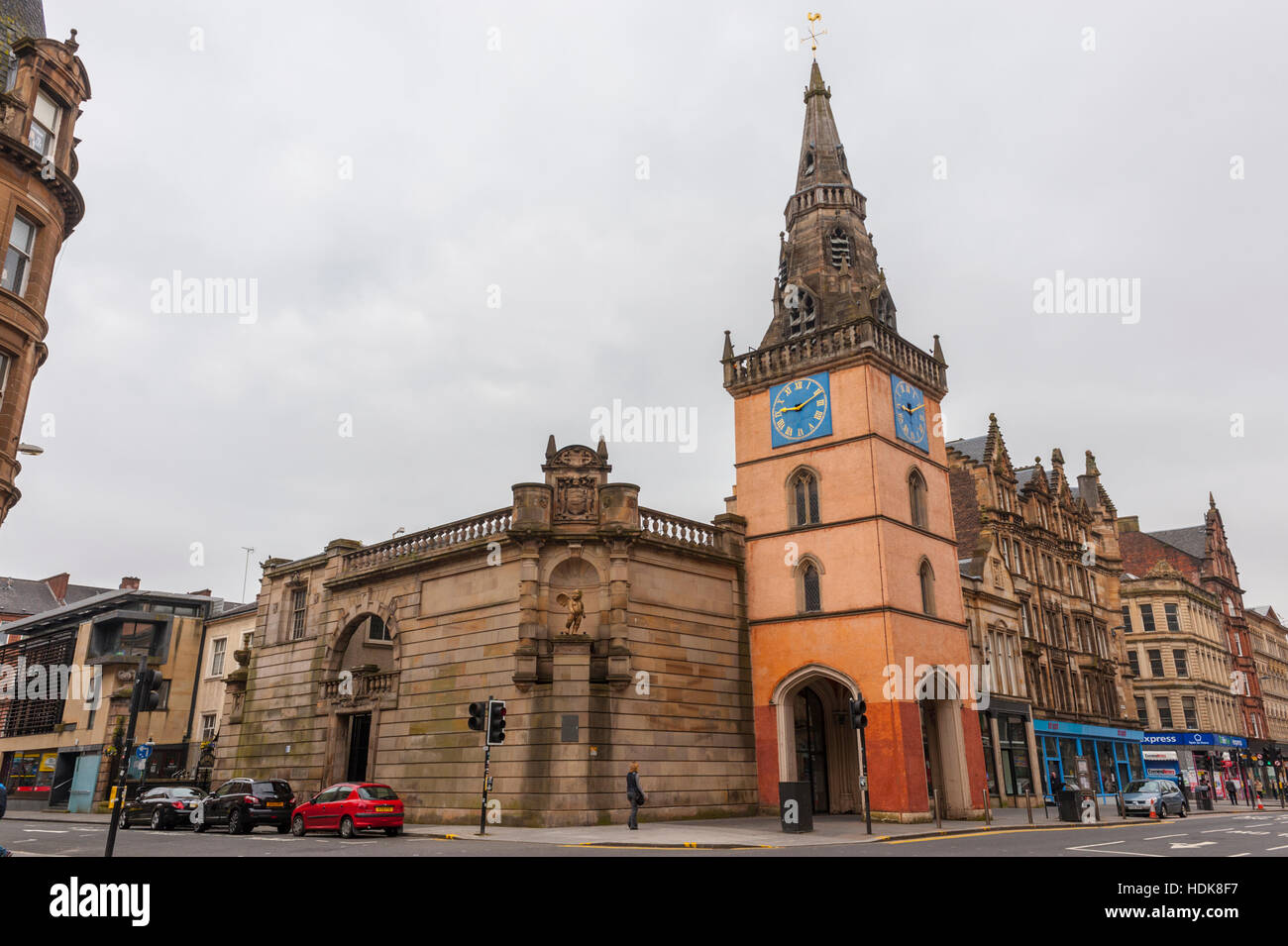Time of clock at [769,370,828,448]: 9:11
